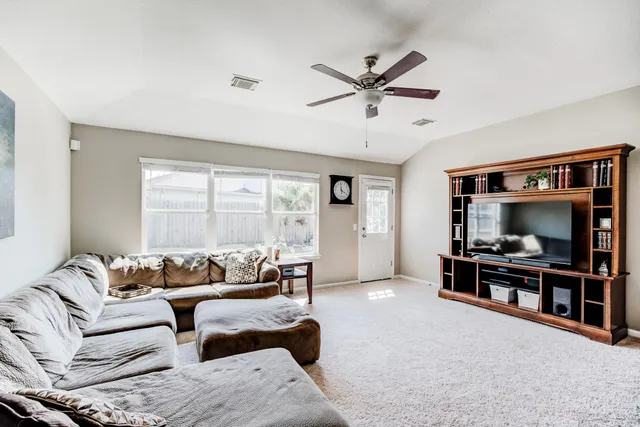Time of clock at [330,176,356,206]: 3:58
